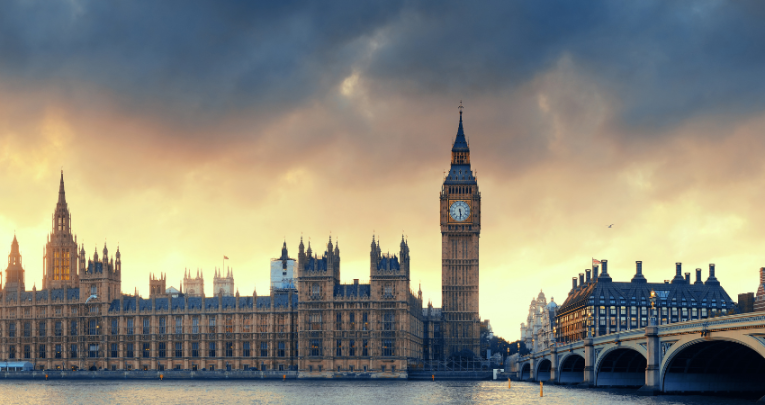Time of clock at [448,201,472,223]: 5:29
